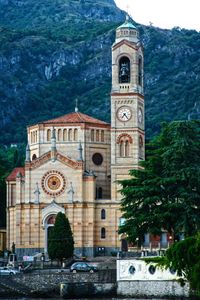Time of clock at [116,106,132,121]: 7:23
